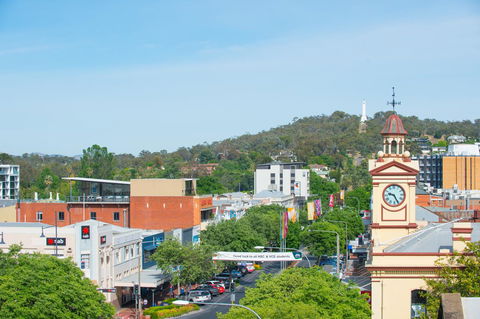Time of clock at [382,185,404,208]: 9:26
